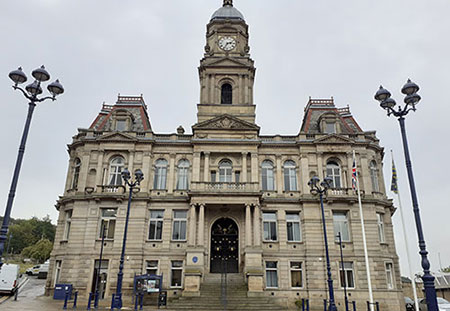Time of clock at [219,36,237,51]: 2:35
